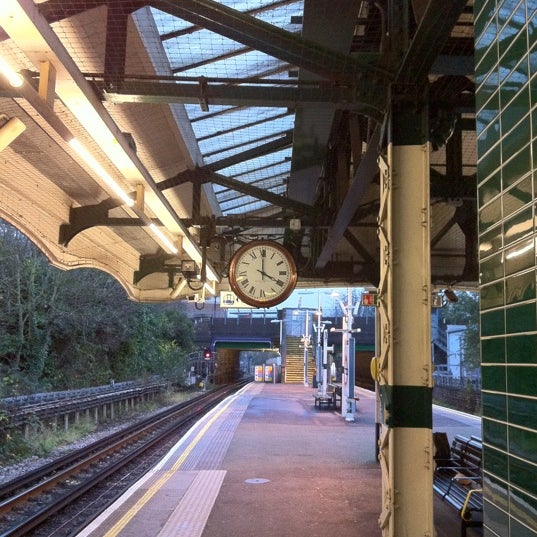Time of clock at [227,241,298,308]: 4:00
